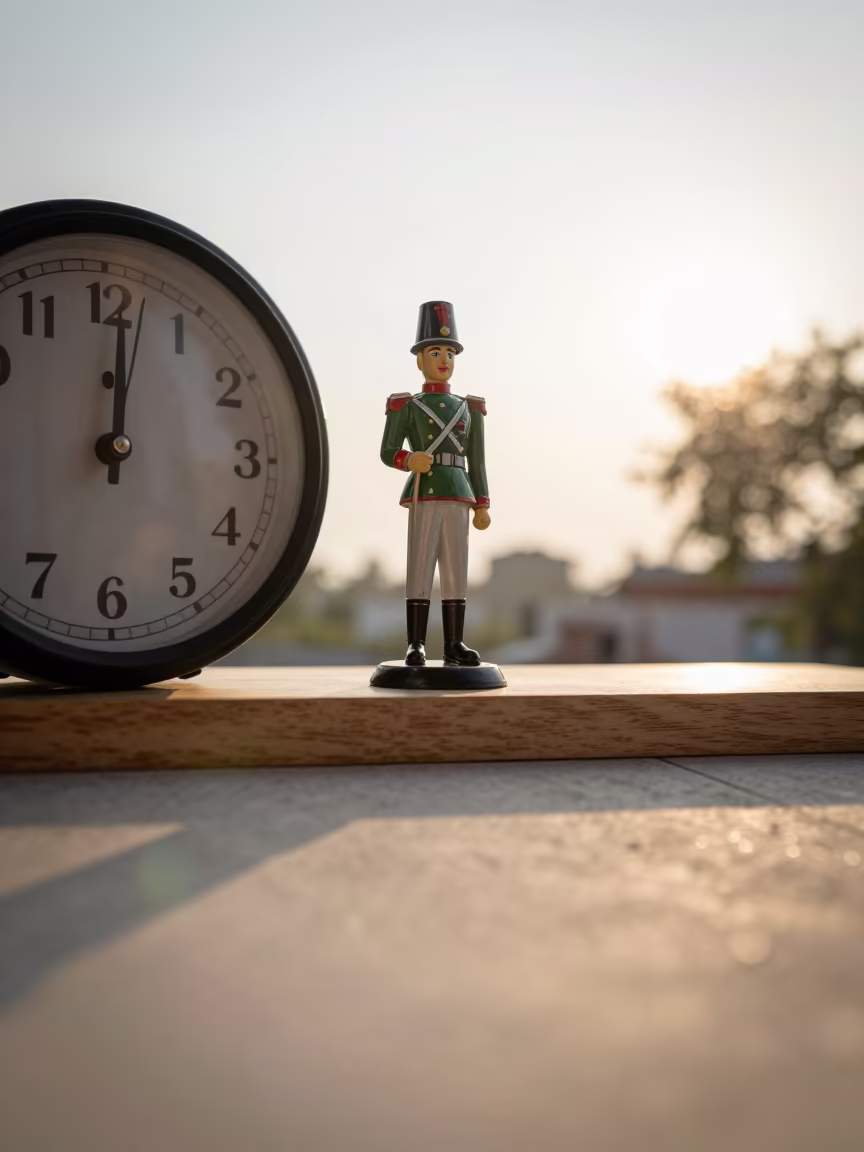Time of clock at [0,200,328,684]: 12:01
